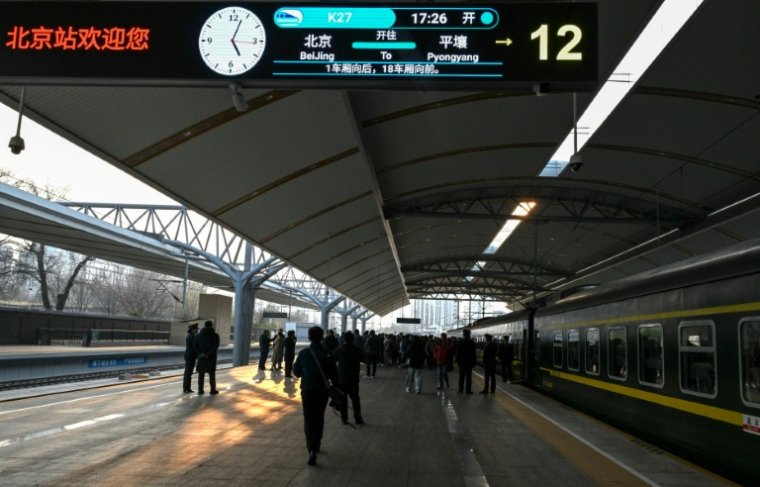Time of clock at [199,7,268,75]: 5:03
